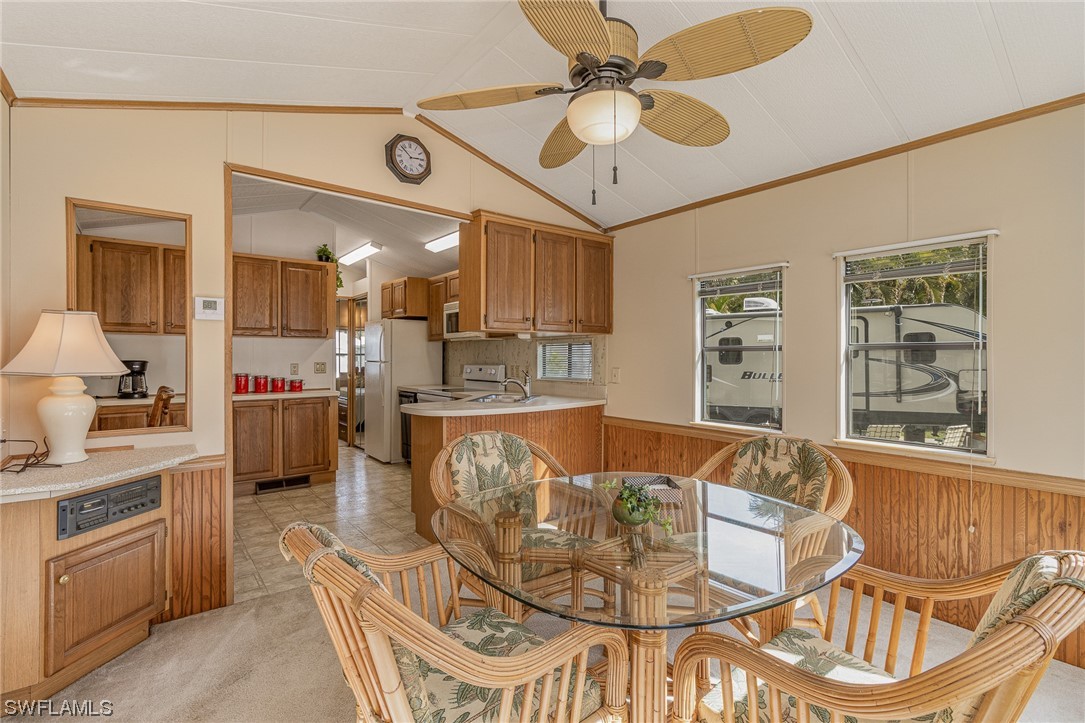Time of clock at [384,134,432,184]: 2:52
